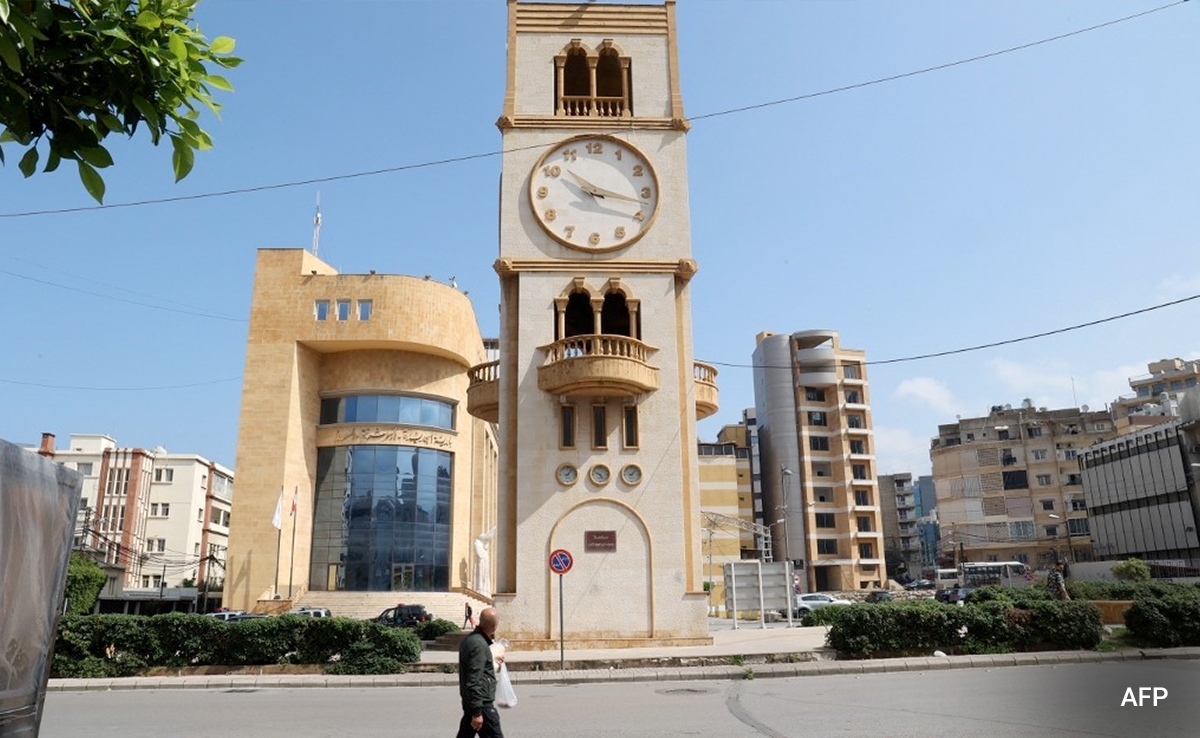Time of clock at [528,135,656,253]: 10:17
